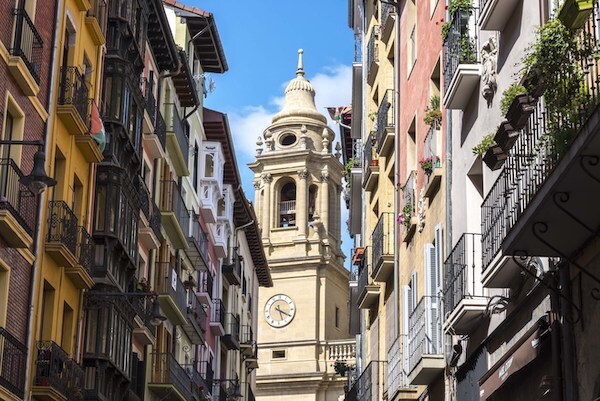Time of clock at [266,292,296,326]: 5:19
